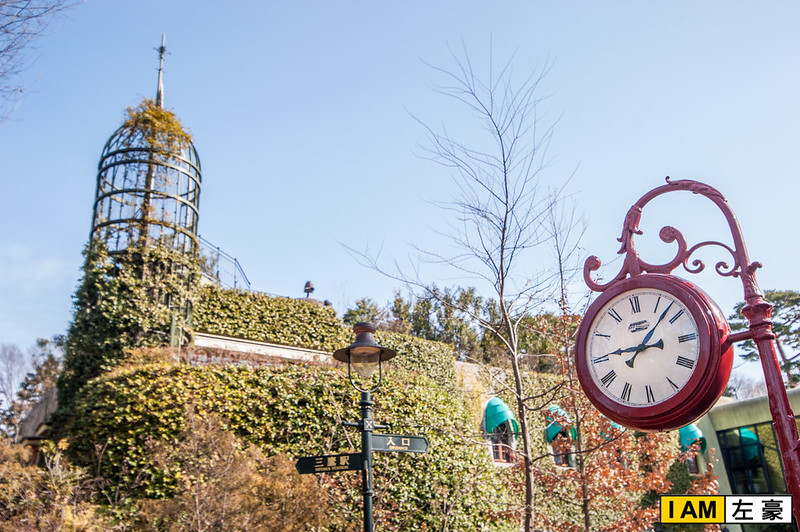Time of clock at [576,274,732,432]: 9:07
